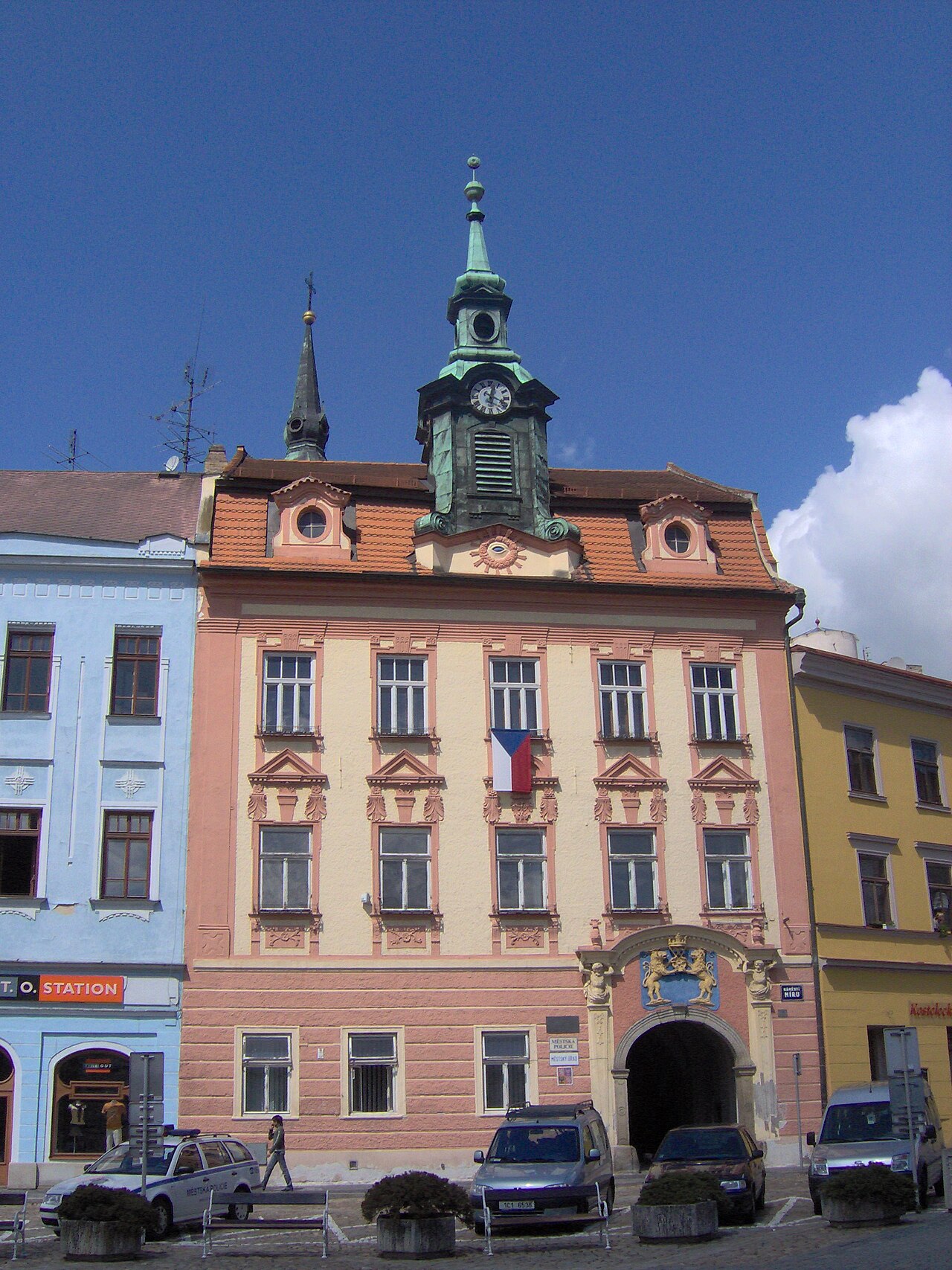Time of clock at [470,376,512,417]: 12:19
